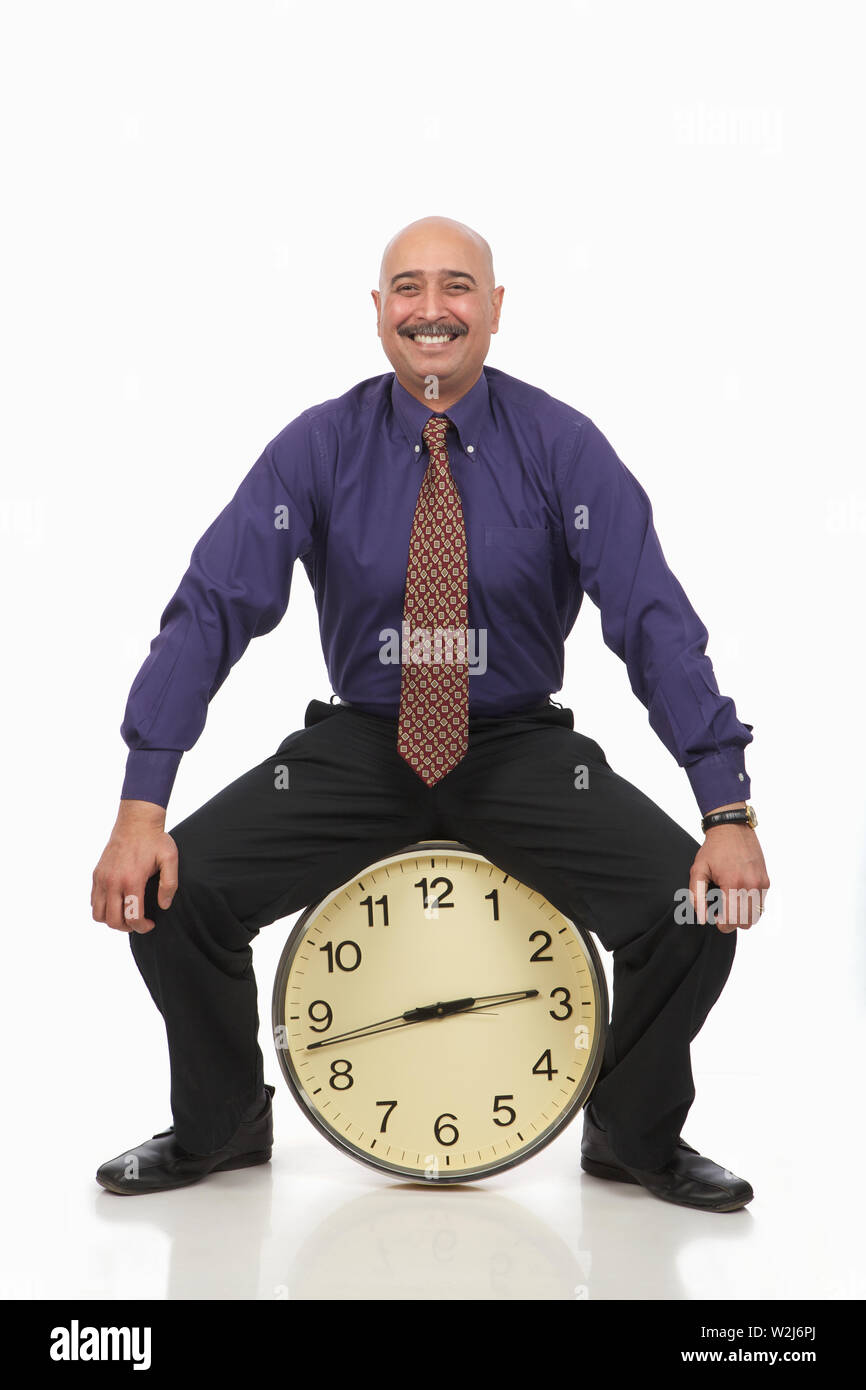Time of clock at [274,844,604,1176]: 2:42
